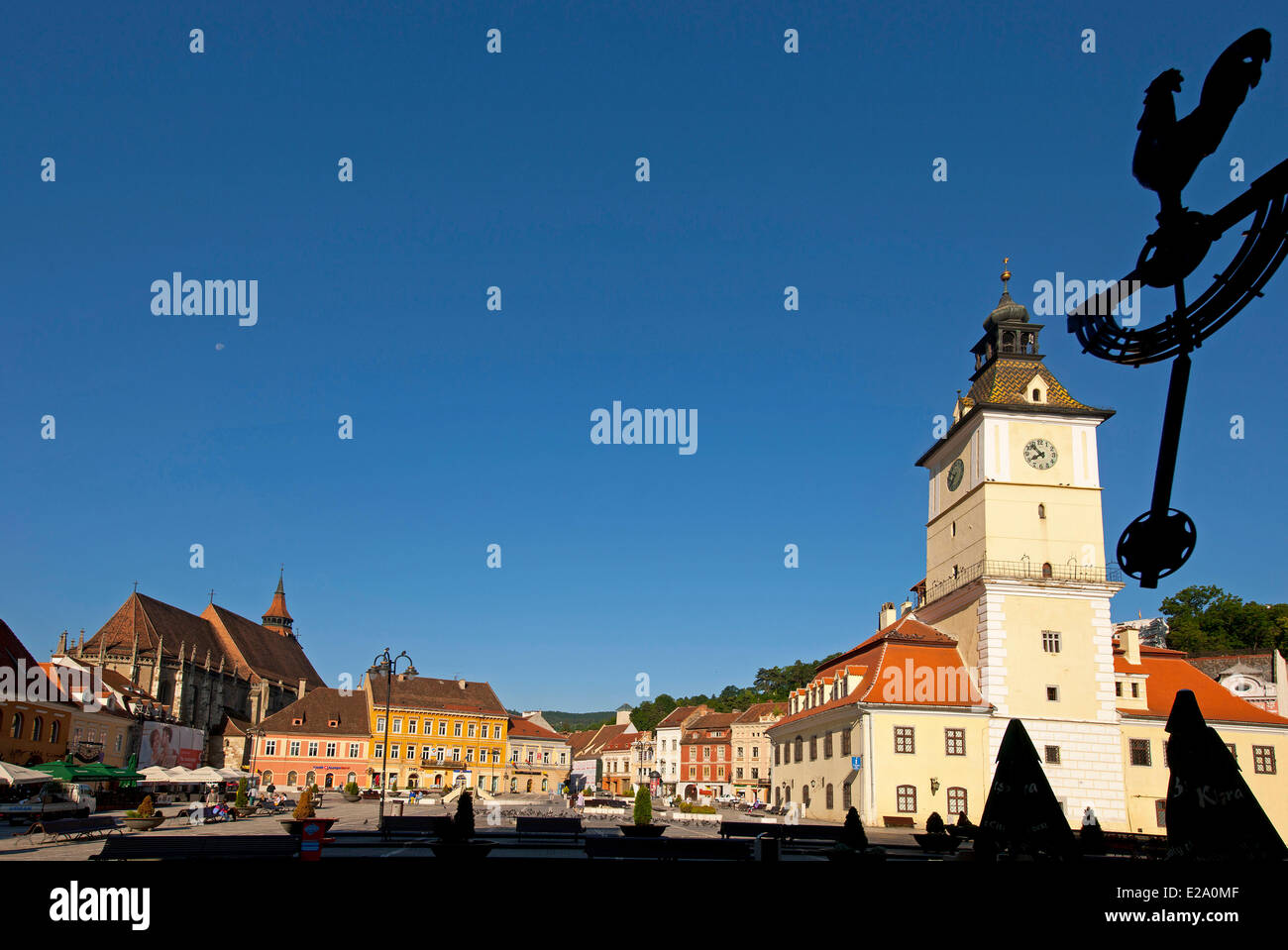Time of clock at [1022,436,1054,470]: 7:52
